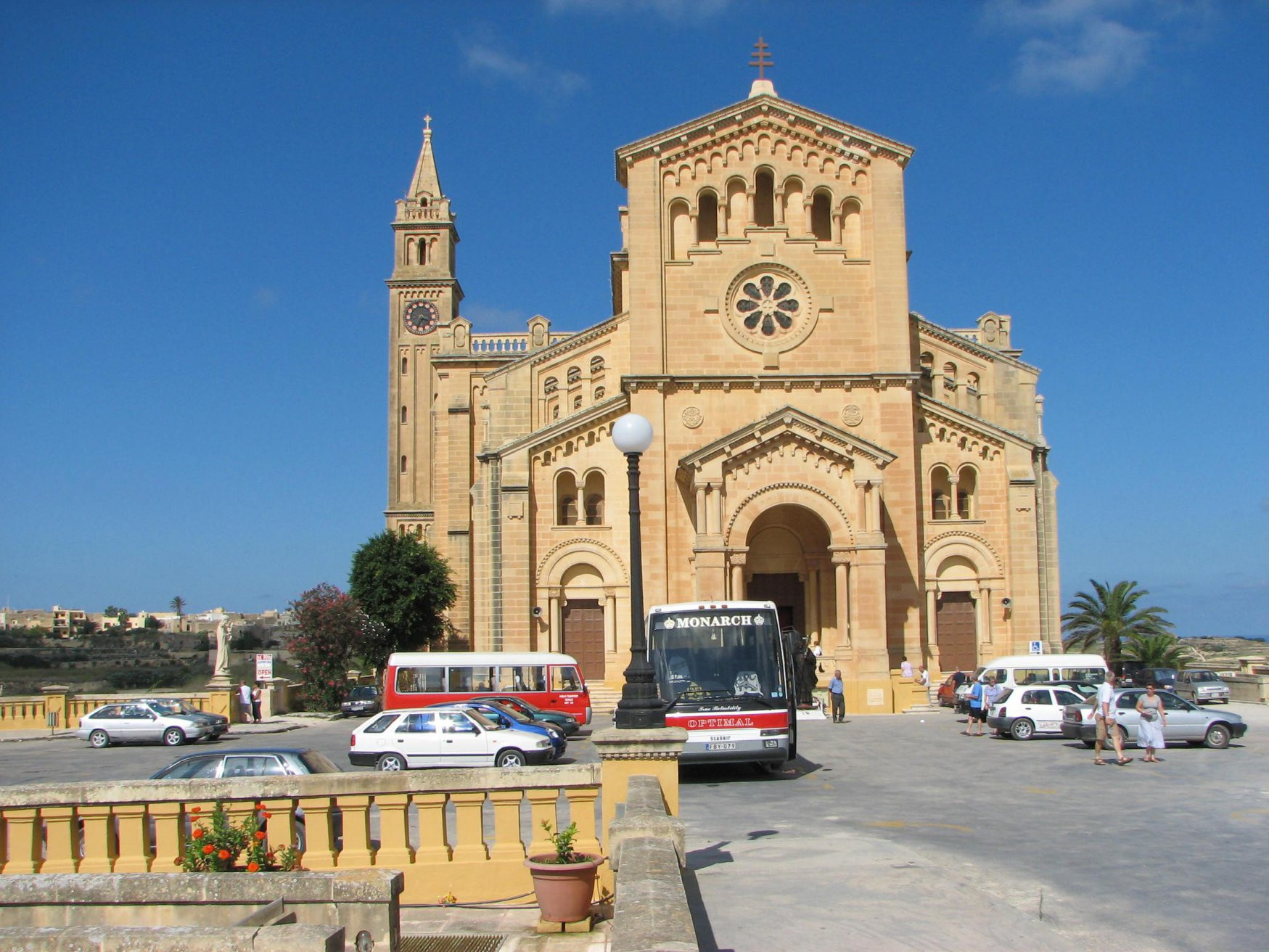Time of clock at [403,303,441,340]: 3:34
